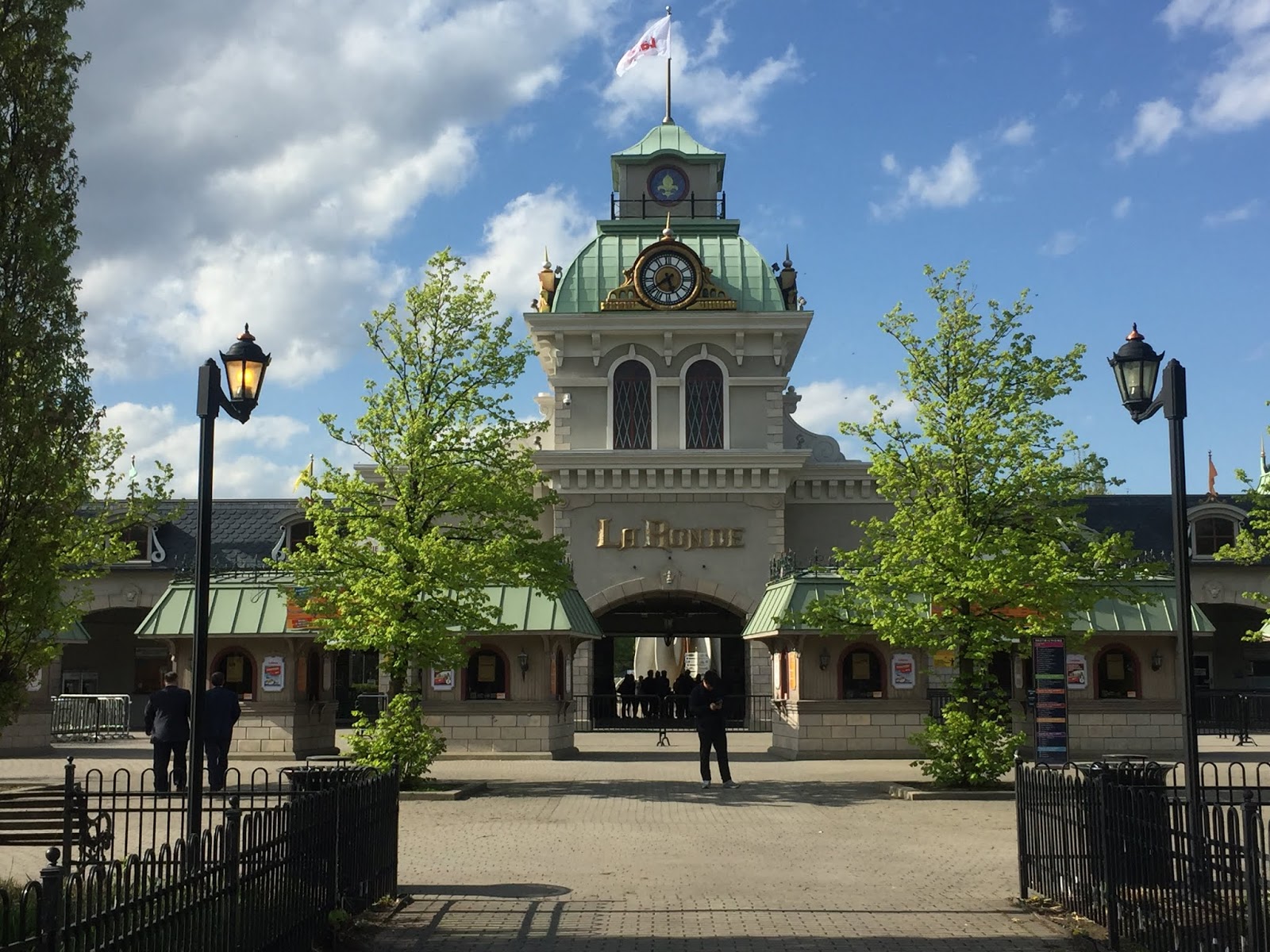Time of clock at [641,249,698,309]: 5:38
